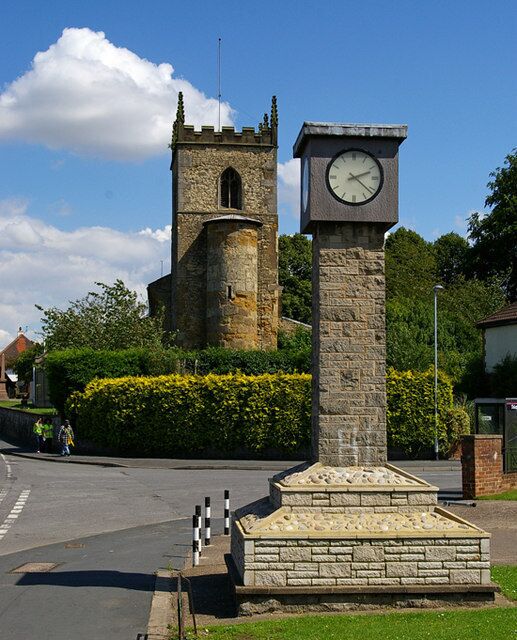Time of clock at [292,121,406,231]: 2:21
